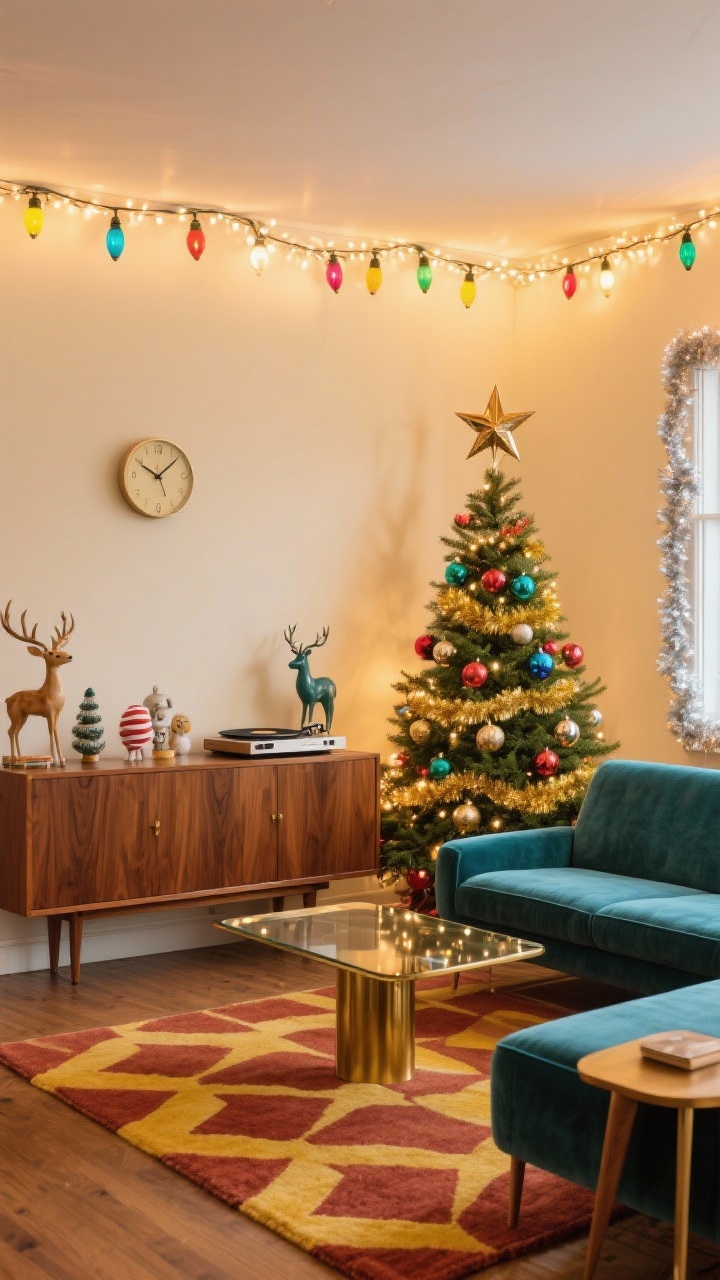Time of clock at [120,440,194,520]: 10:08
